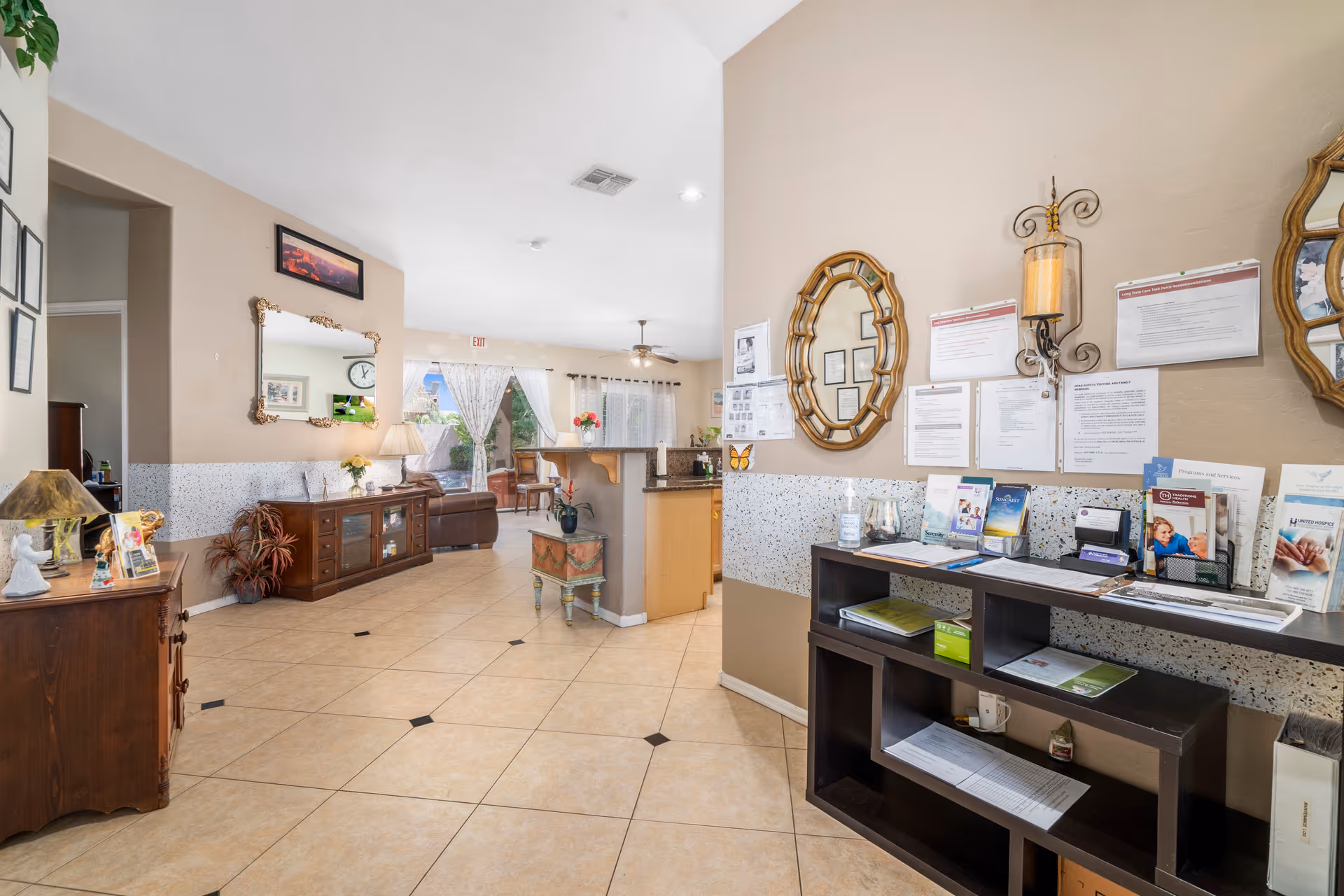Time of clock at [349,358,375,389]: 12:57
